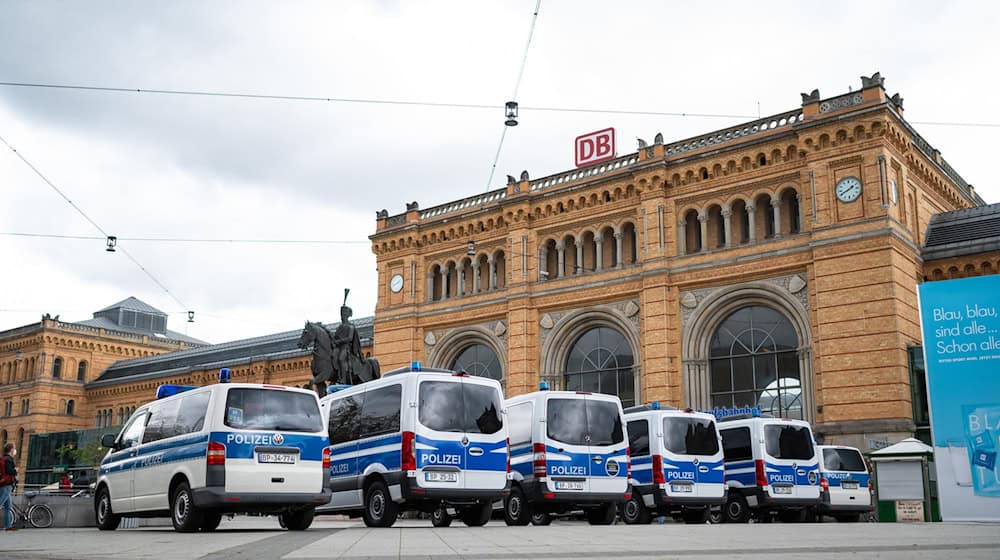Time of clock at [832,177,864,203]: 1:40
